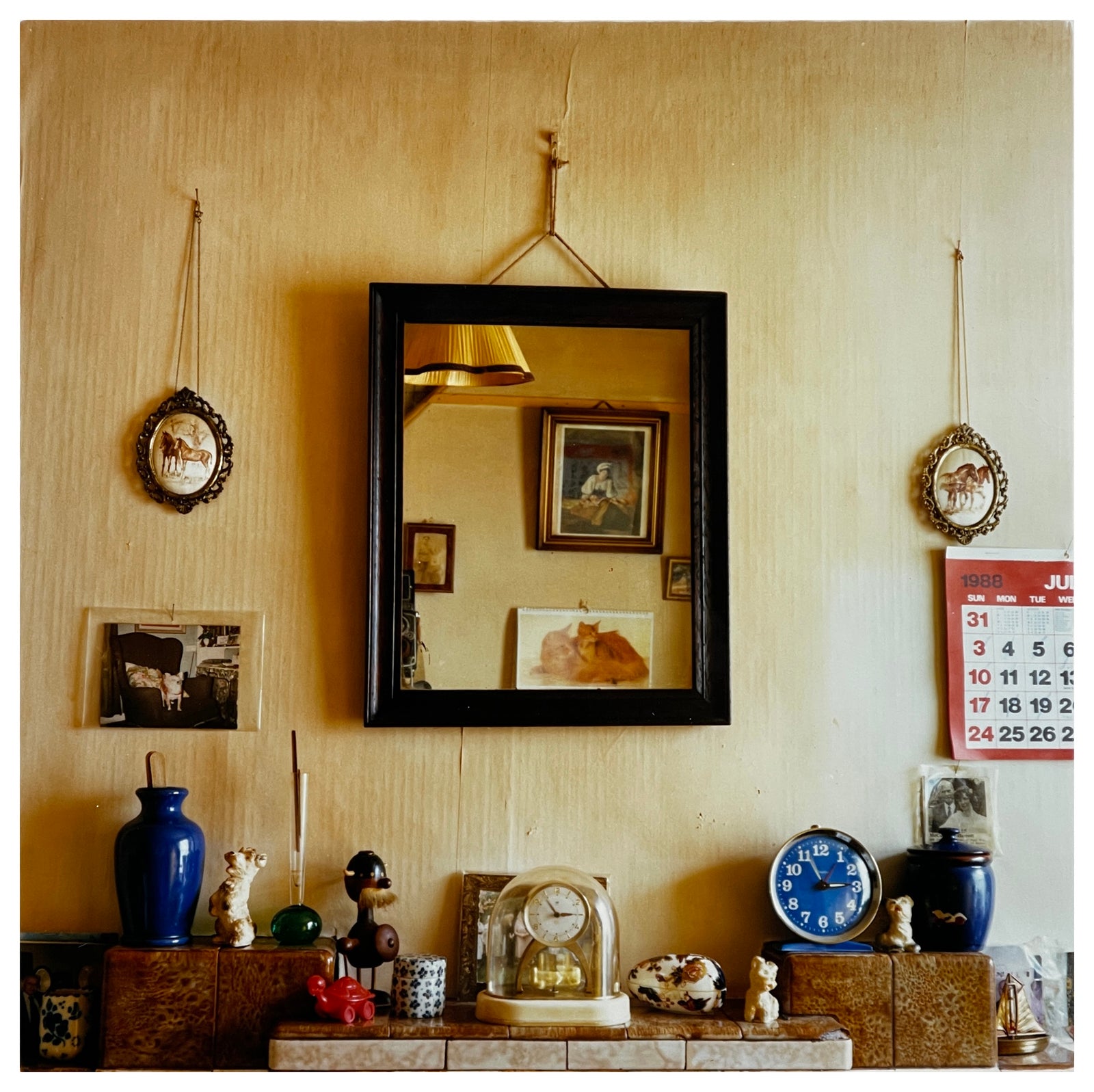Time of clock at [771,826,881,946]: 2:56
